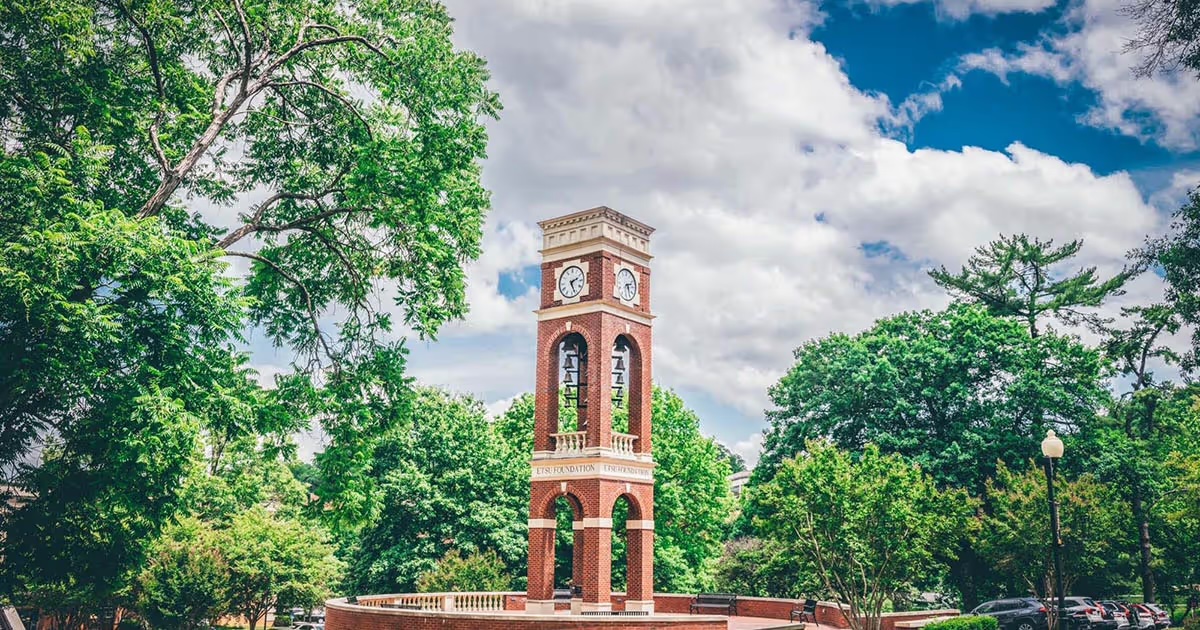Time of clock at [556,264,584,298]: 2:26
